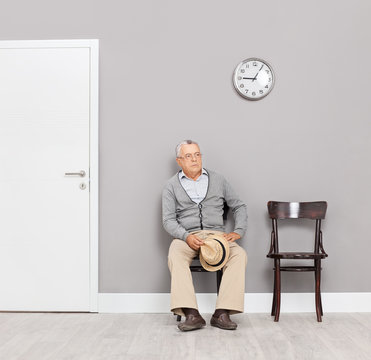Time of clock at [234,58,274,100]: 9:05
